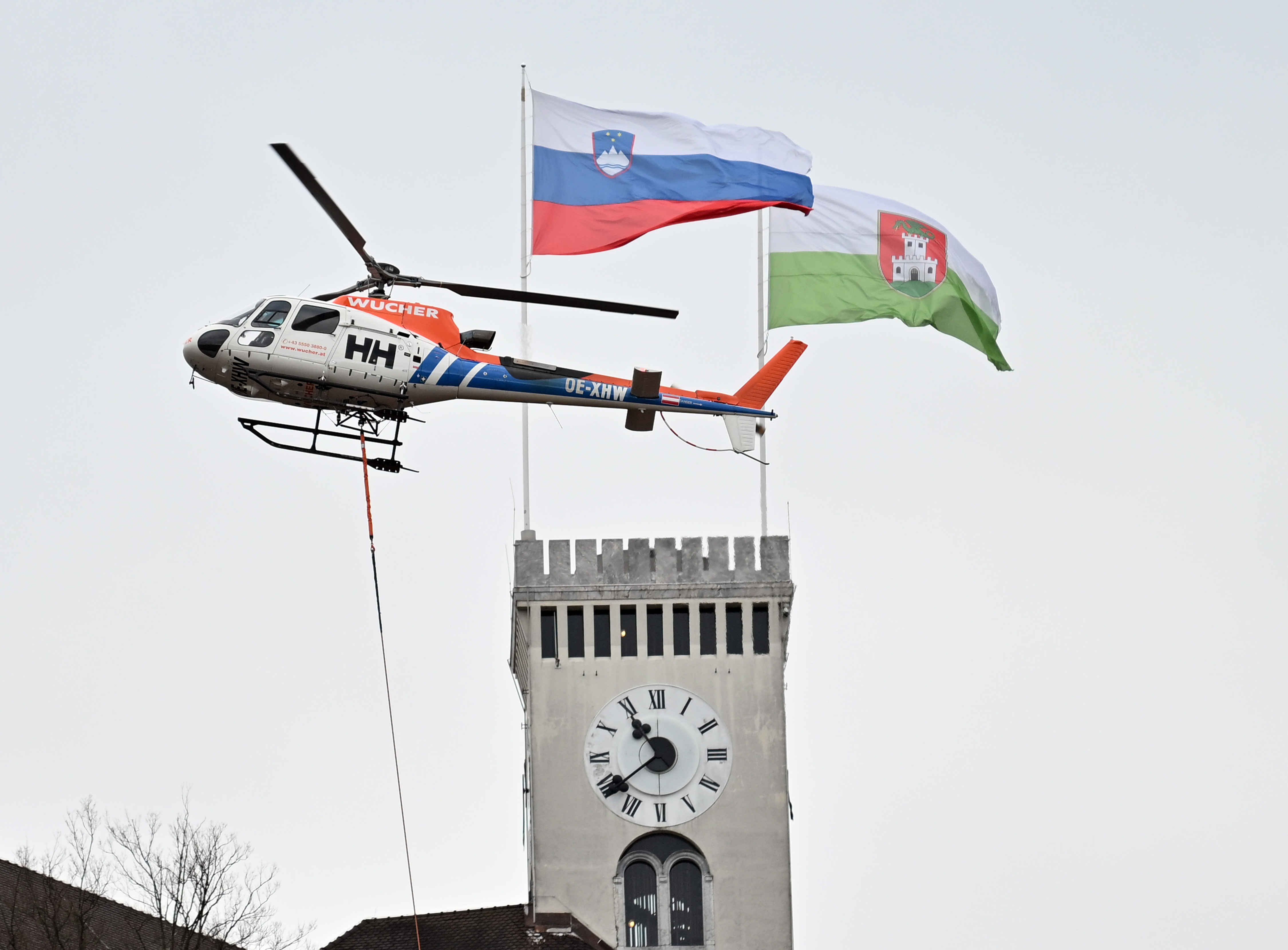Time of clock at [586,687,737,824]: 10:39
